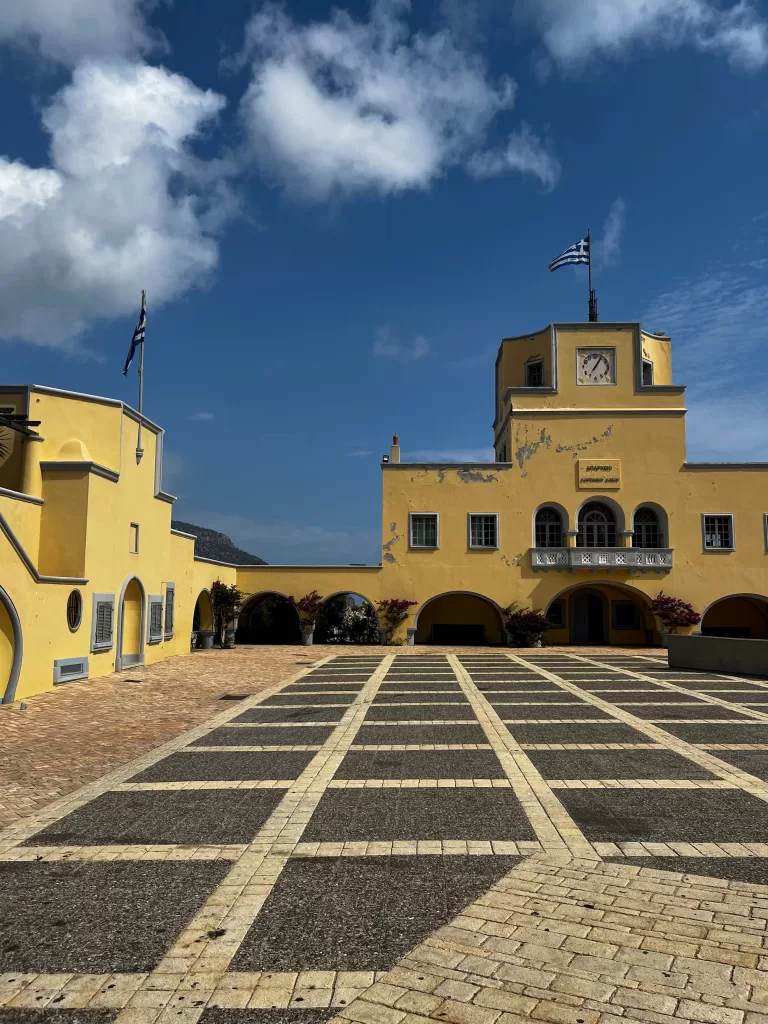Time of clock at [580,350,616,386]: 1:05
